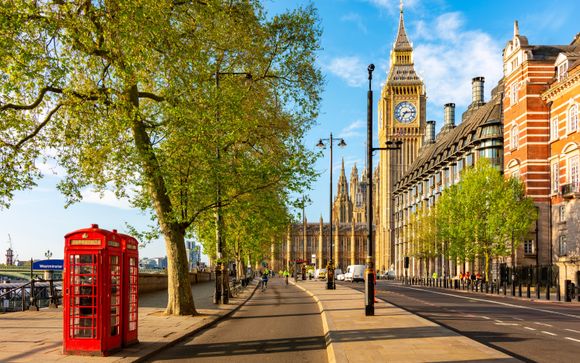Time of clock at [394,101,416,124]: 7:14
